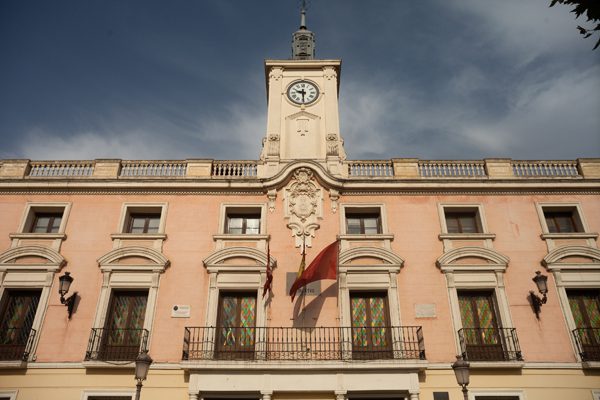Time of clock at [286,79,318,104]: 9:29
